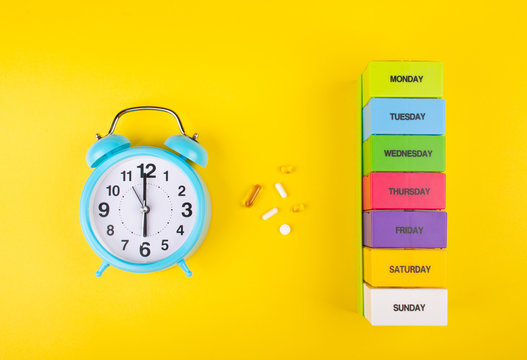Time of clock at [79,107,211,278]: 5:59
